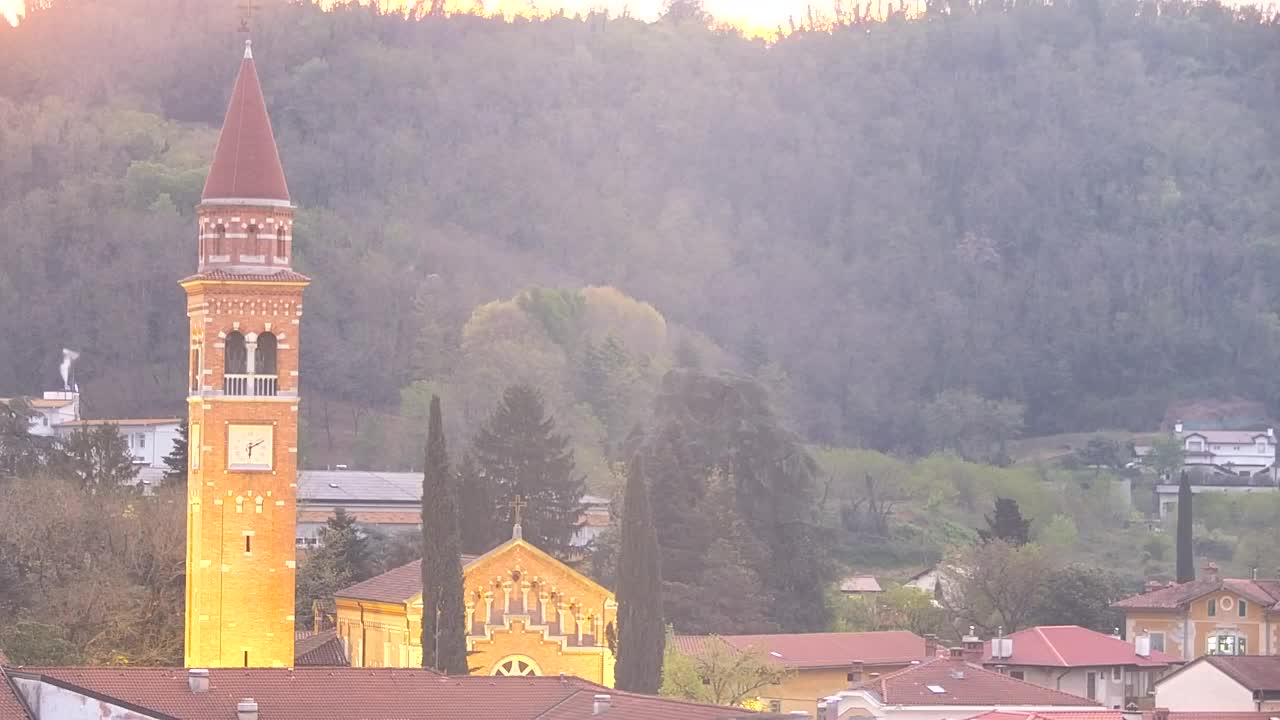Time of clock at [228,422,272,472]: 6:10
